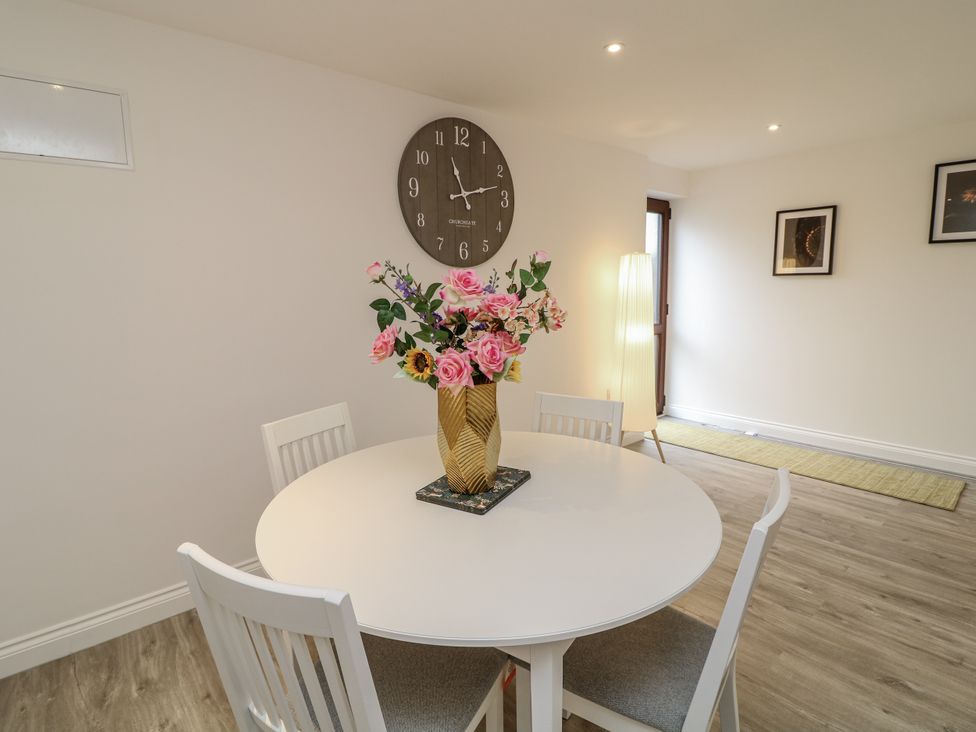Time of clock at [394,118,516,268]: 11:12
